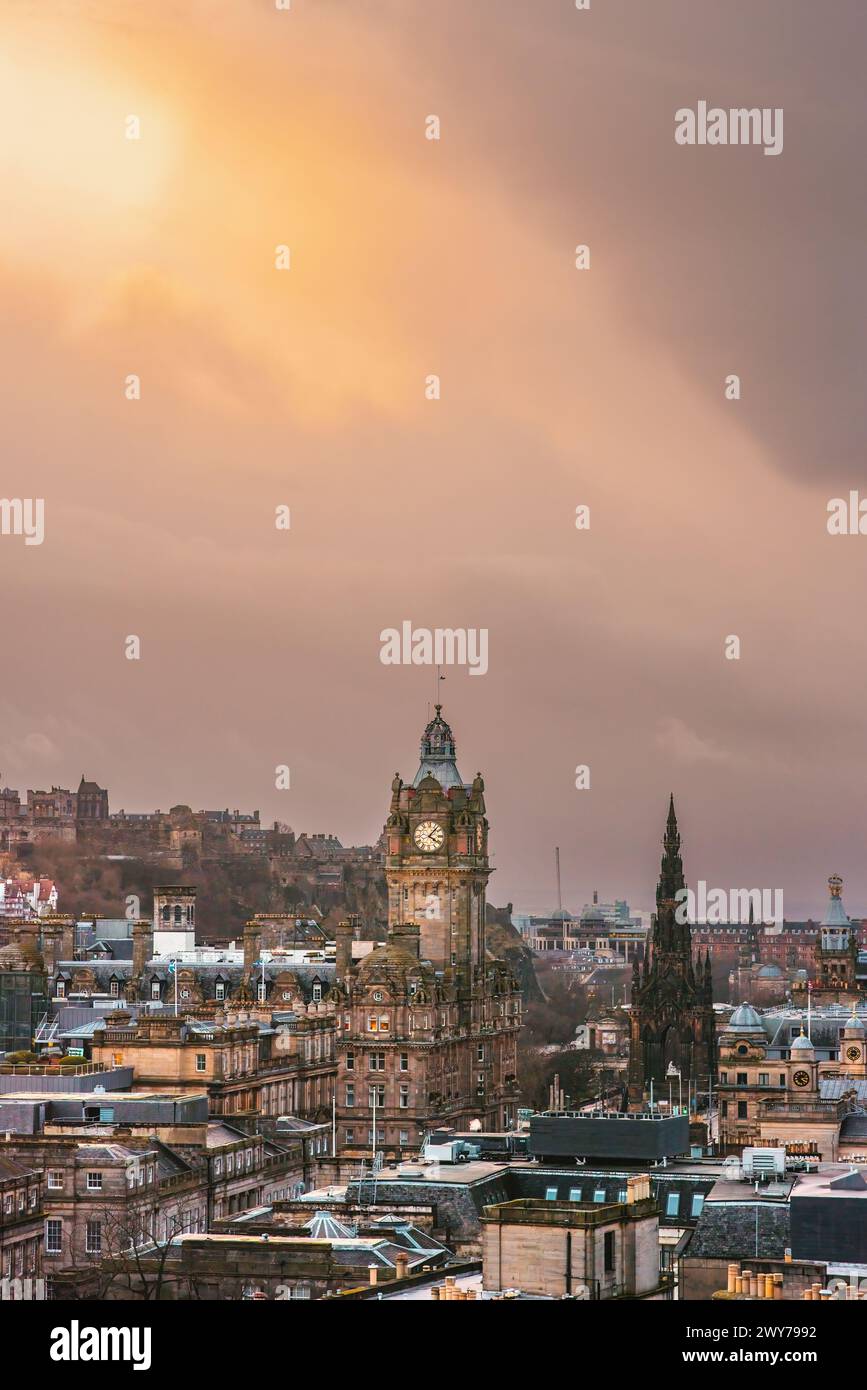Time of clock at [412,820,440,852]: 4:07
